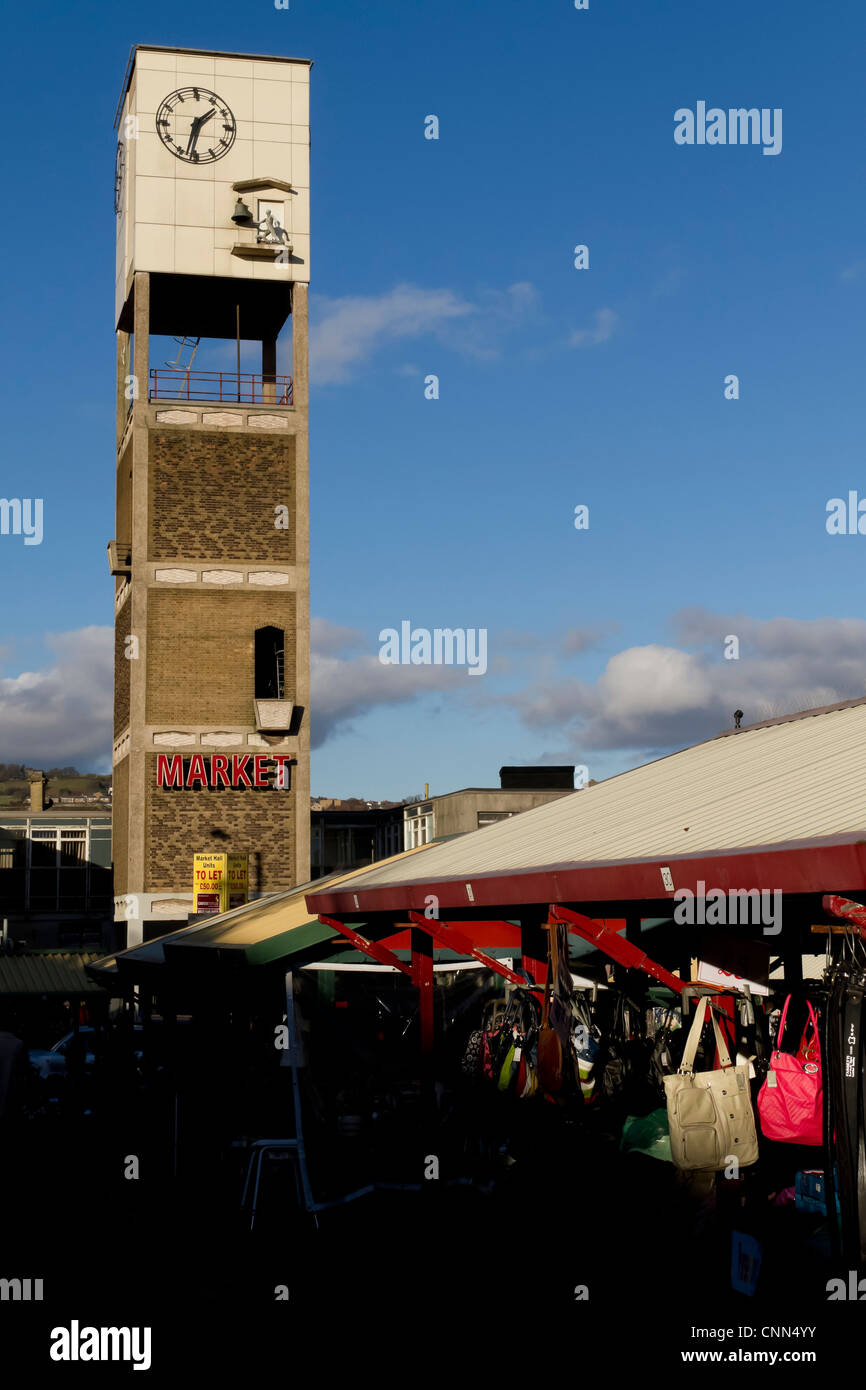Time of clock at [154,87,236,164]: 1:32
